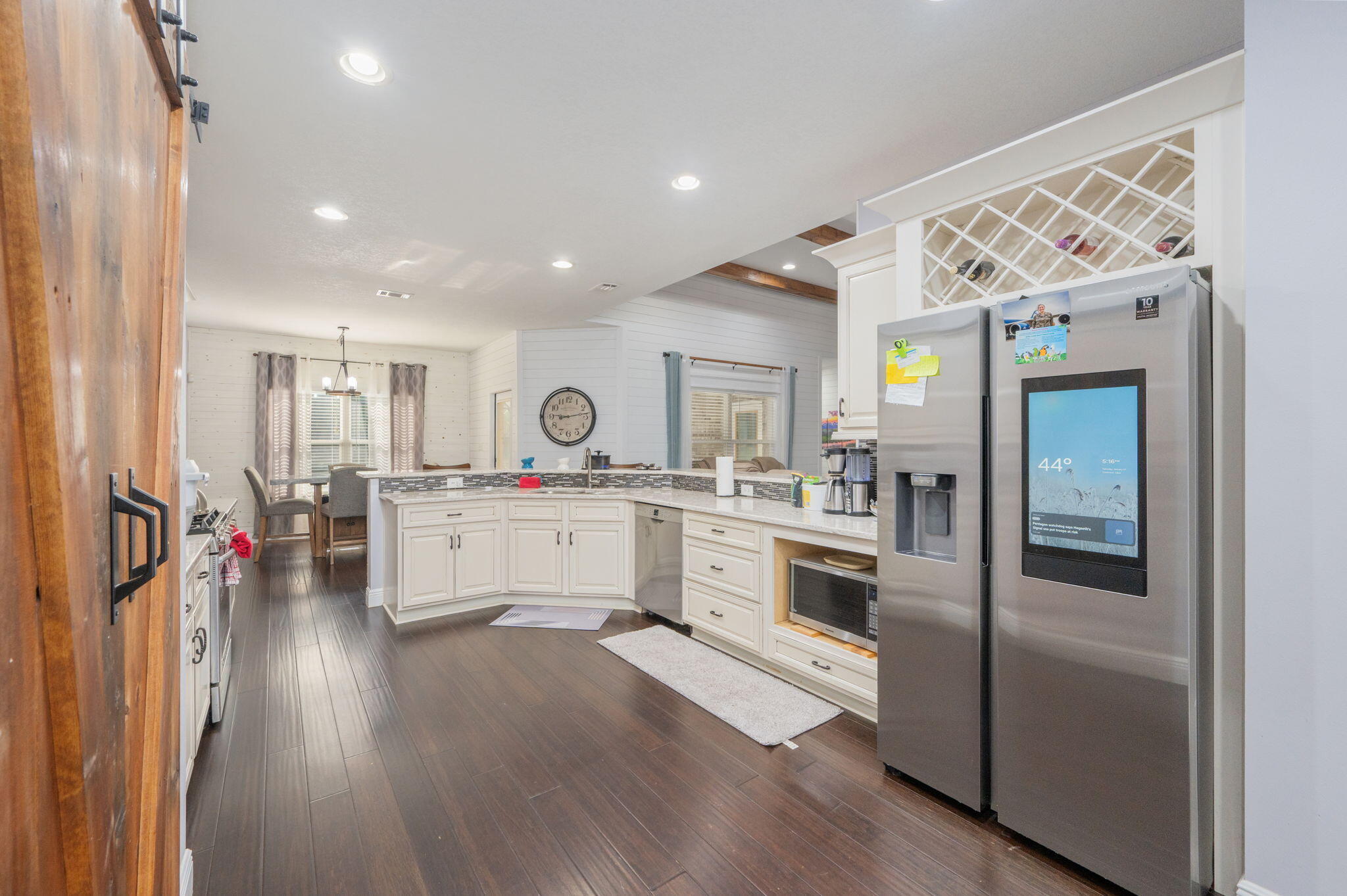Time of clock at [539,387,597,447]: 9:13
